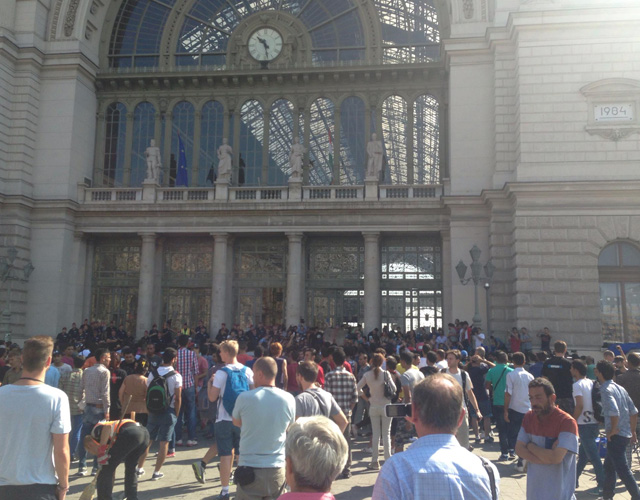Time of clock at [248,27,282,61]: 10:28
